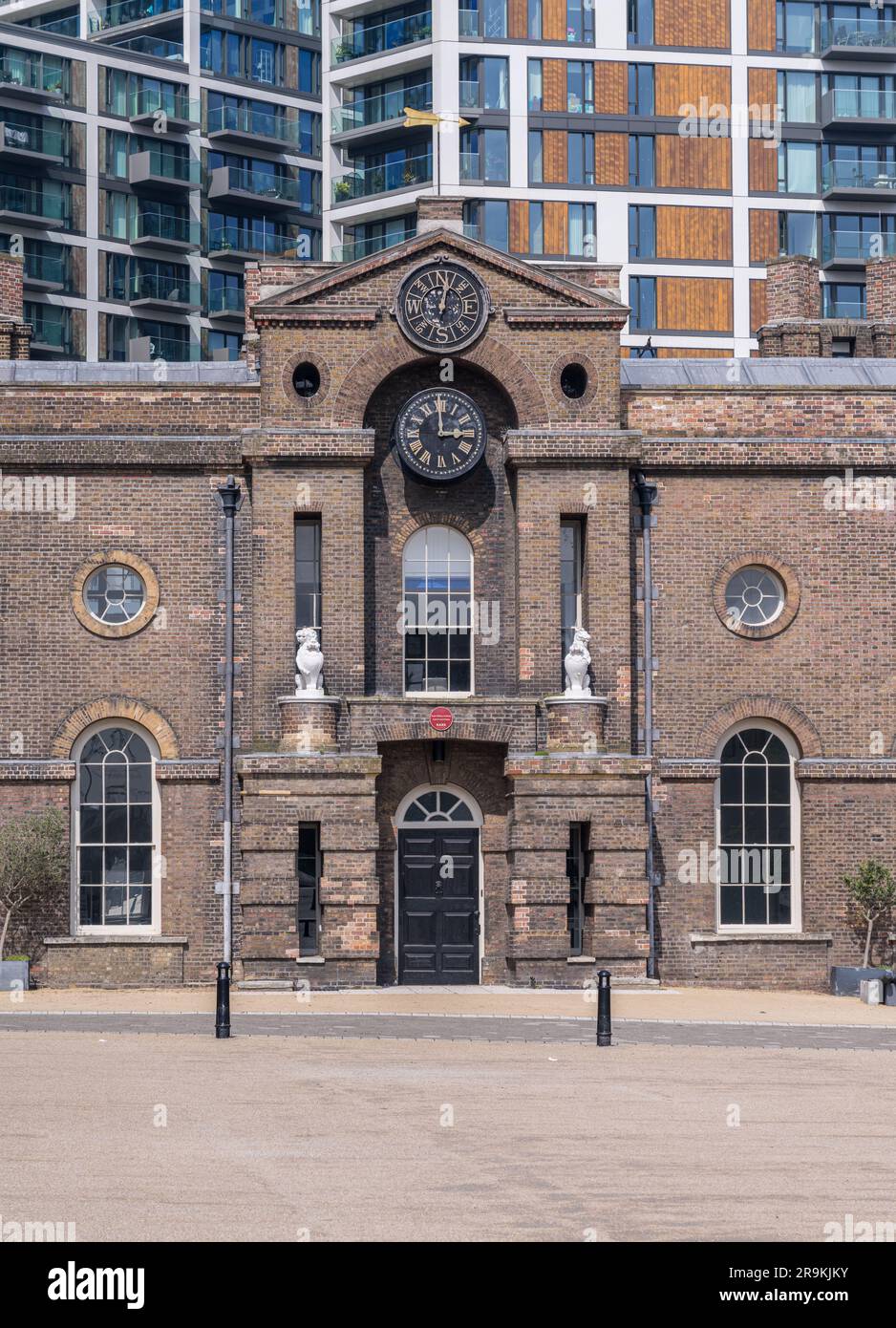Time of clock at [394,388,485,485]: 2:59
